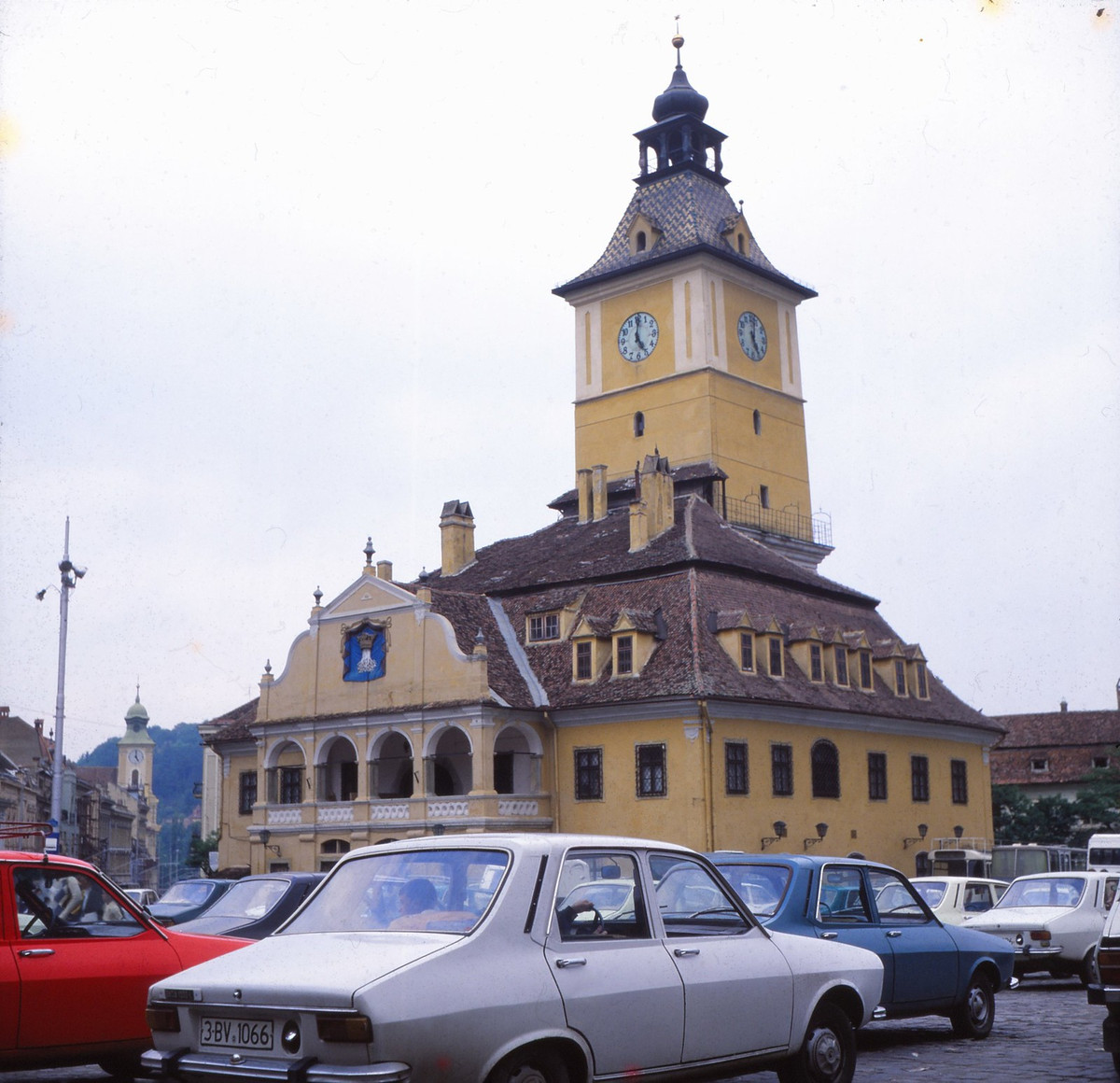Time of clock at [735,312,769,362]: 5:02
